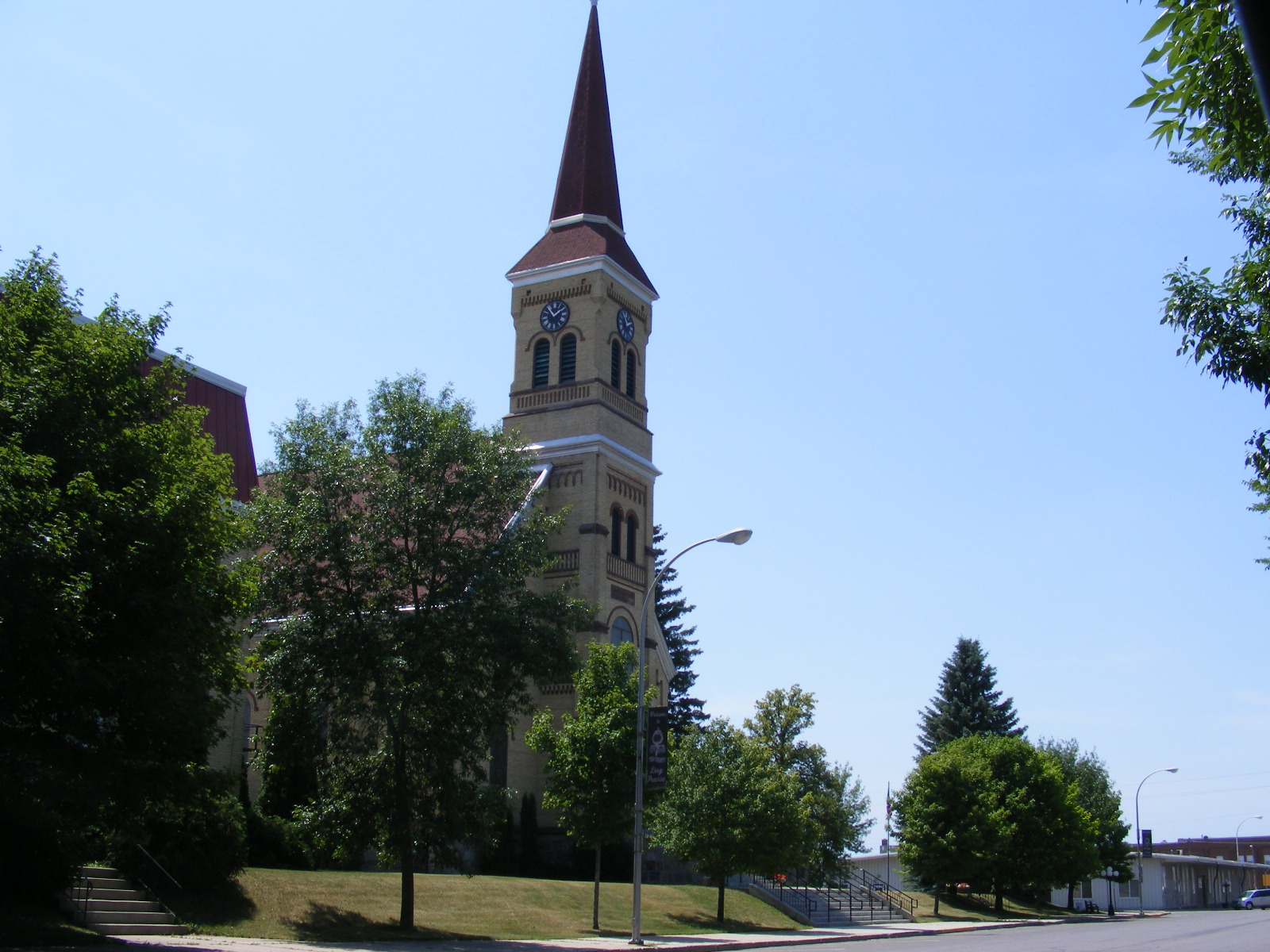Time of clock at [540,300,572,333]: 1:54
